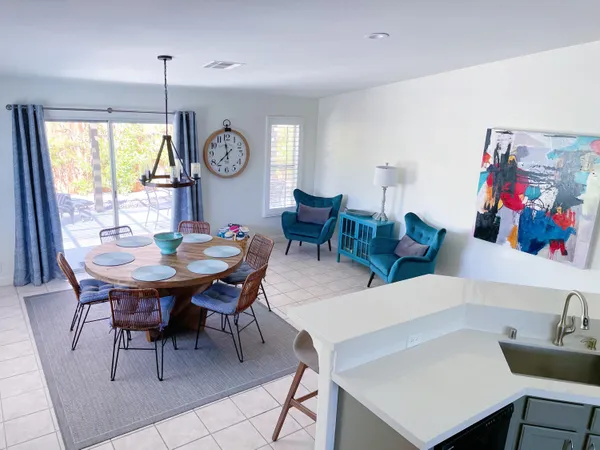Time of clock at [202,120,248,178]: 11:37
